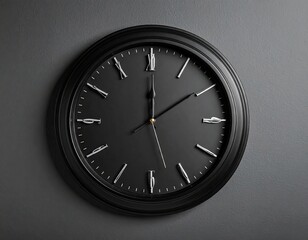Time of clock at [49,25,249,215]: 12:09
